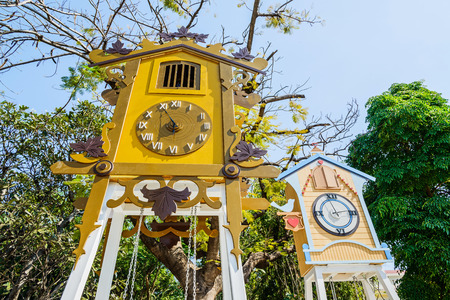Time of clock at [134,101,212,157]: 5:55
